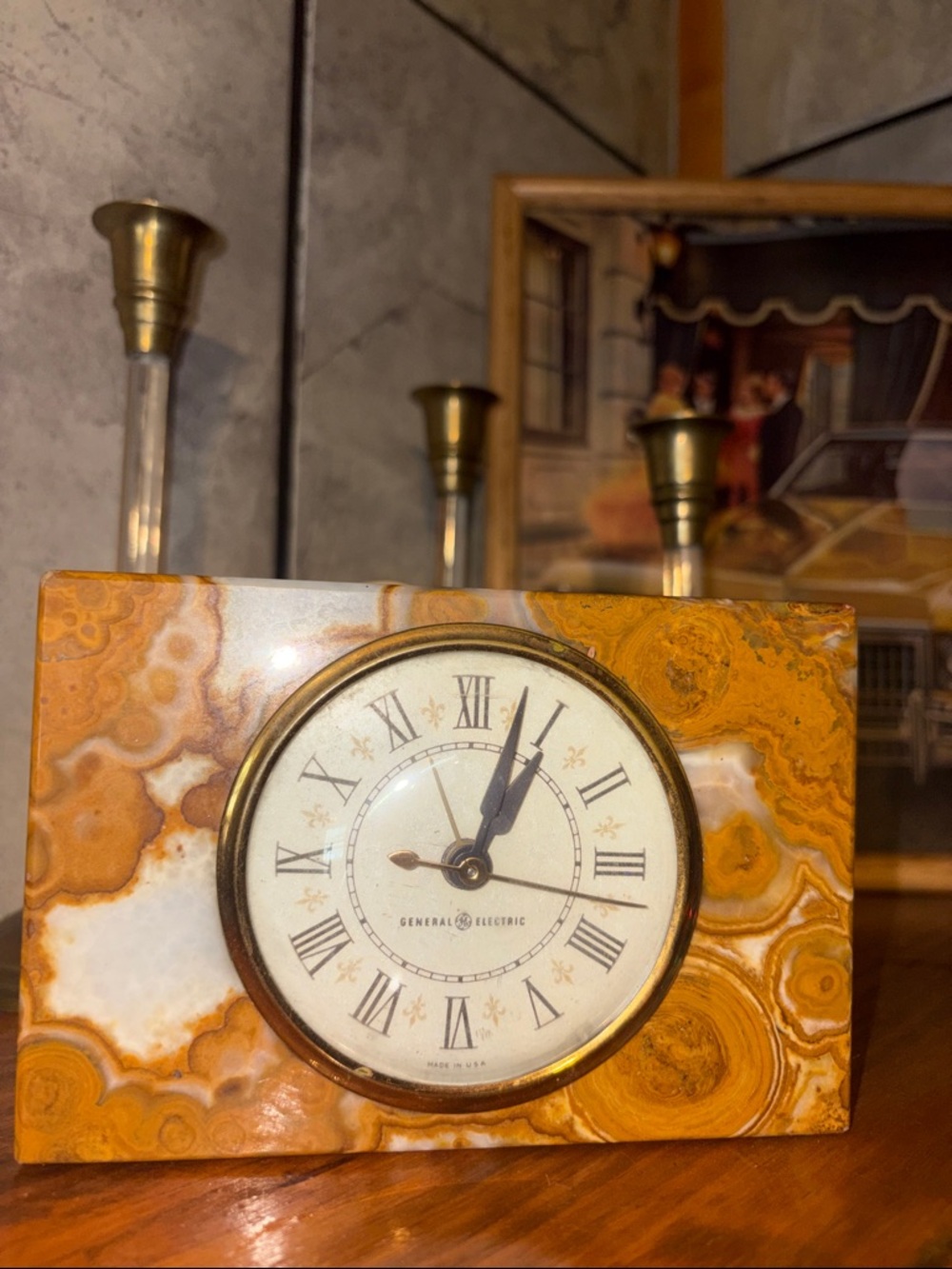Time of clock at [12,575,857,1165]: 1:02
